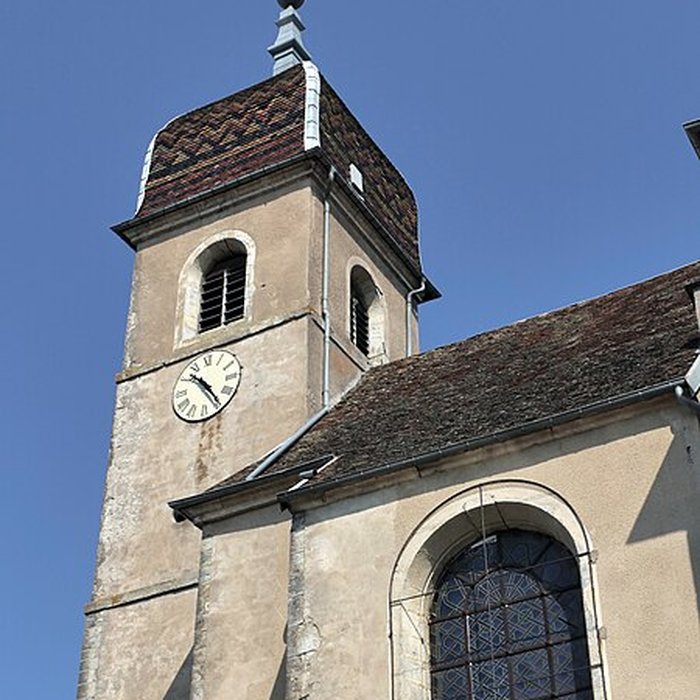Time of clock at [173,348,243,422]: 10:24
